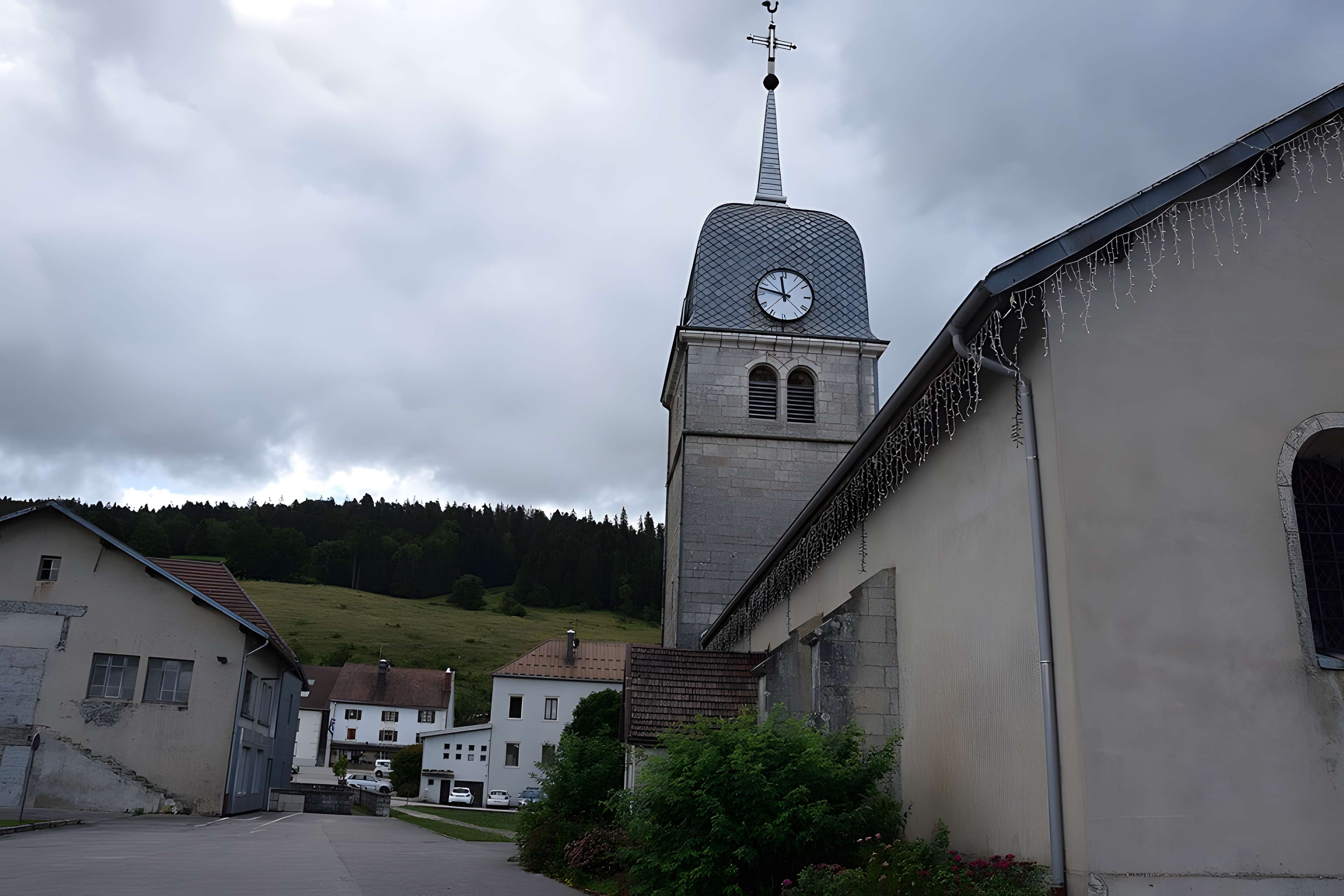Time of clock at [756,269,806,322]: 11:46
